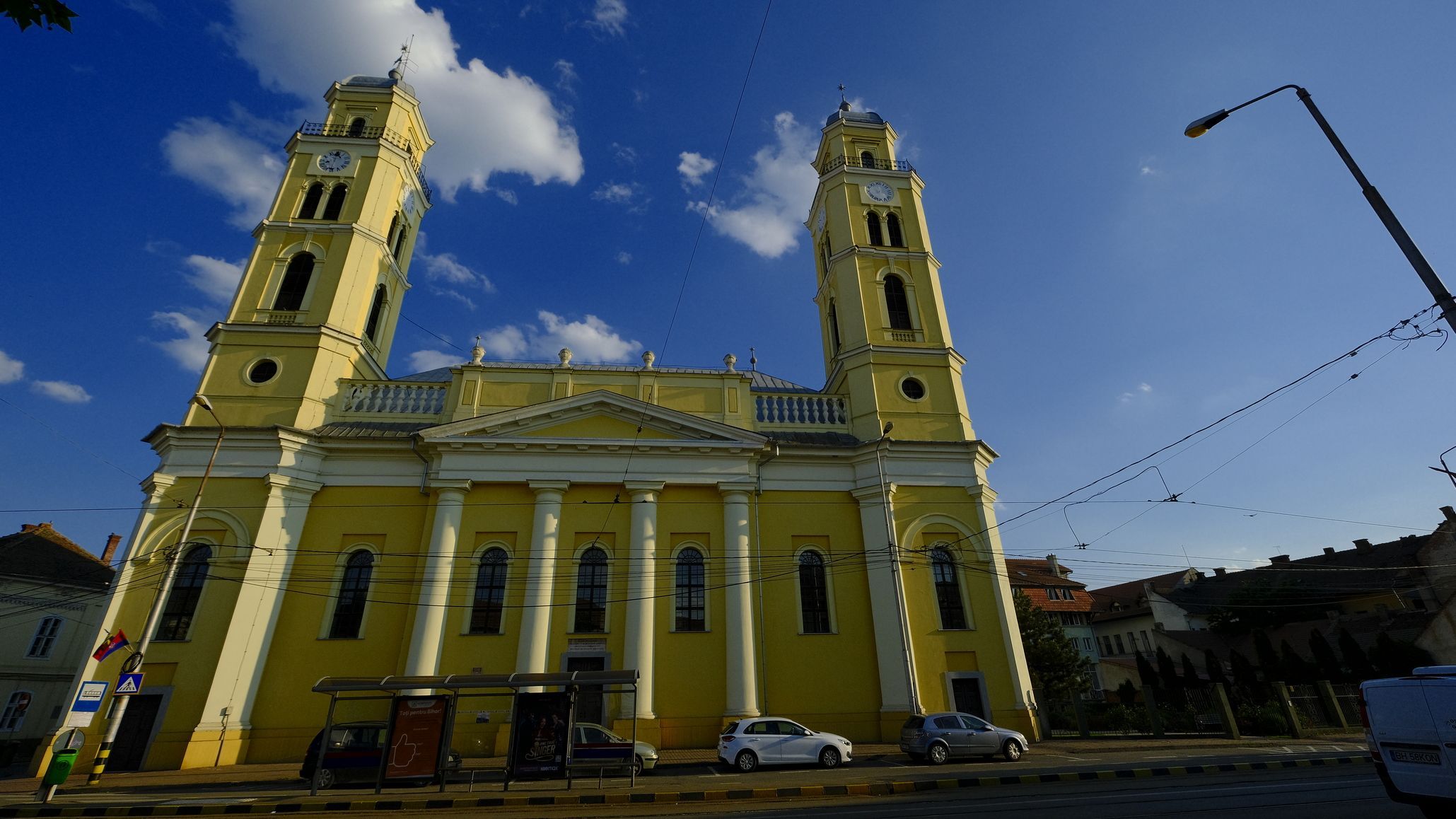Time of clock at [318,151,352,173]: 12:32
